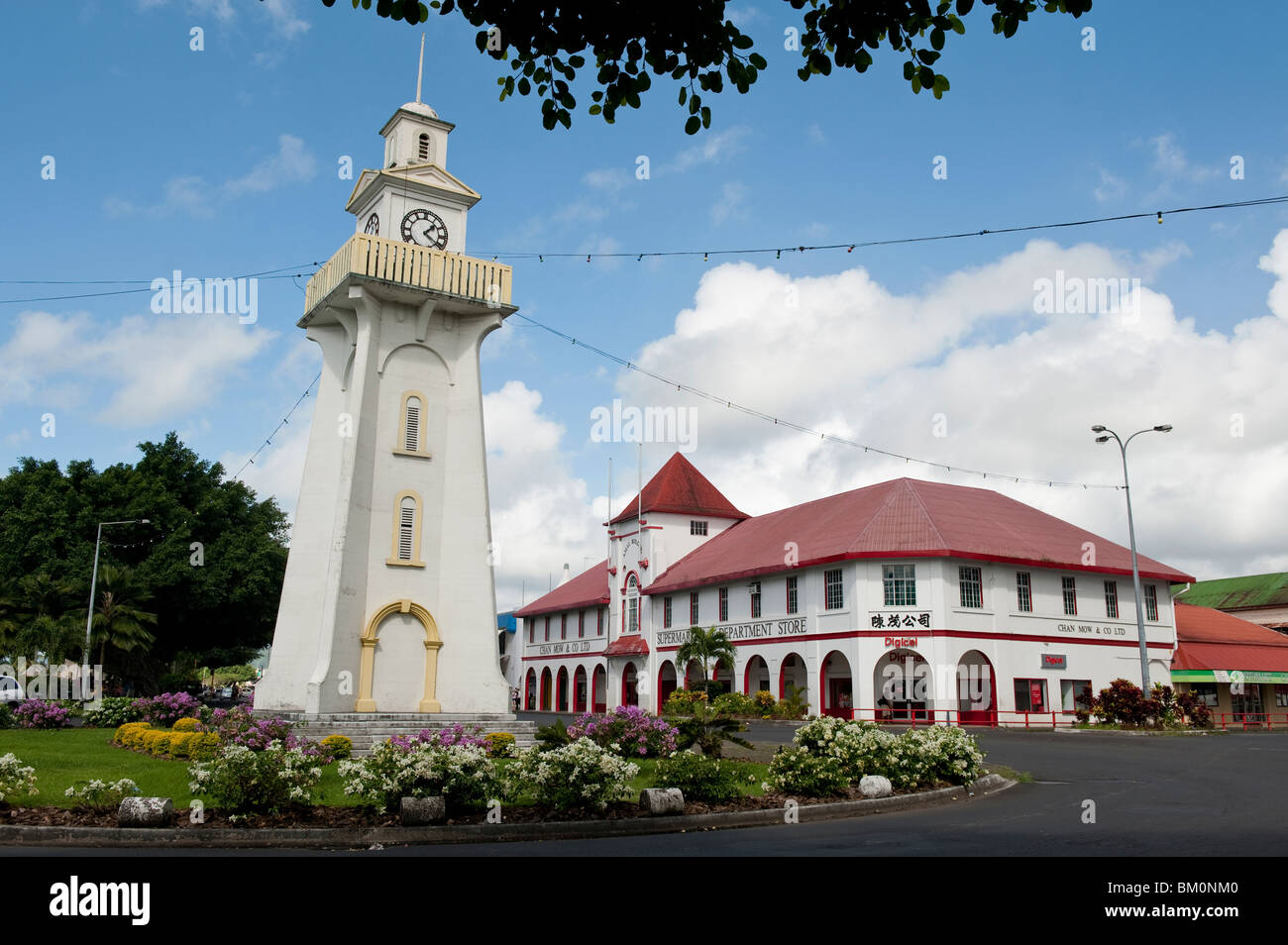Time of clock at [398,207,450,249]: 1:20
